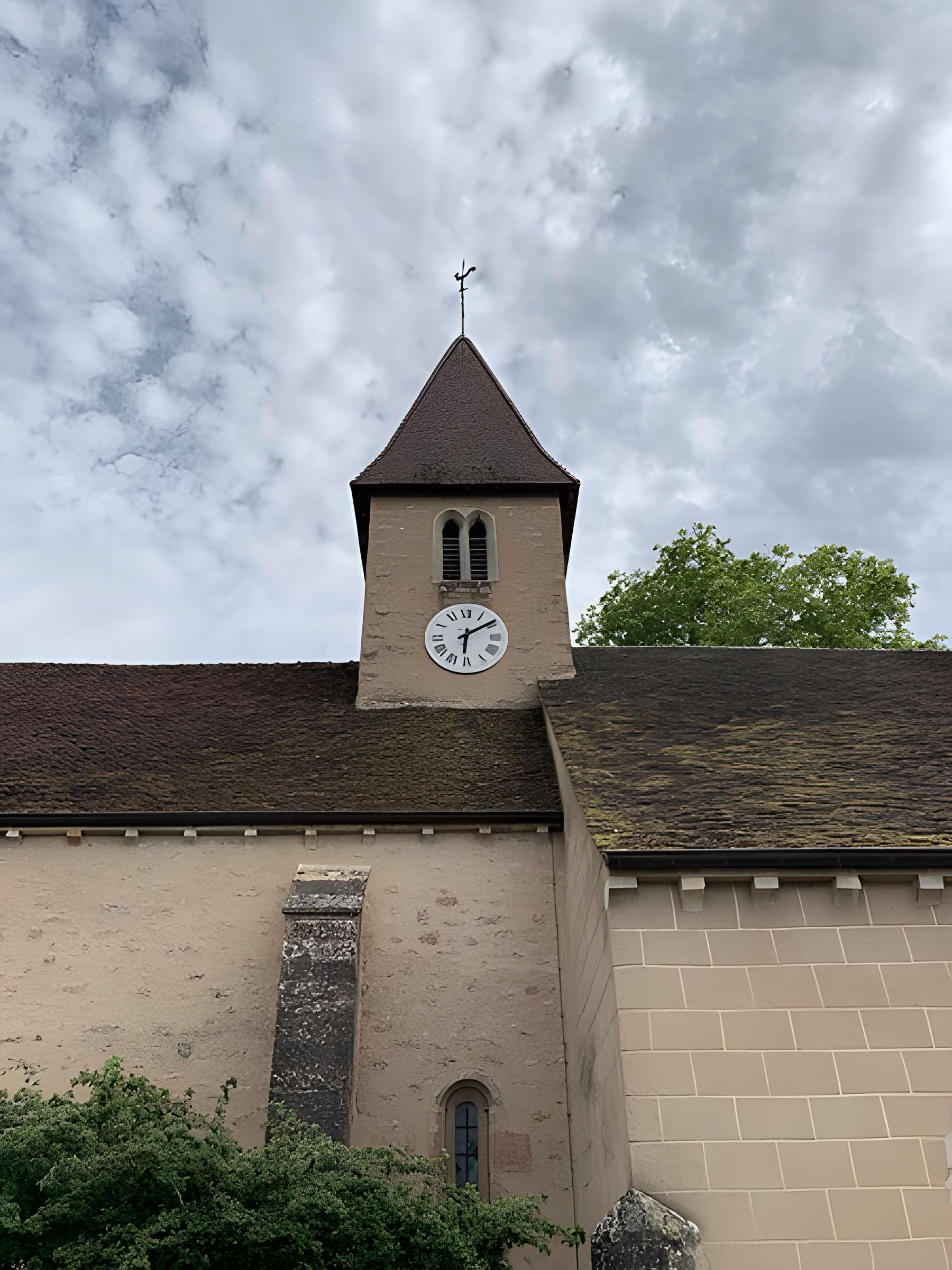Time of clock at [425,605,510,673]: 6:09
